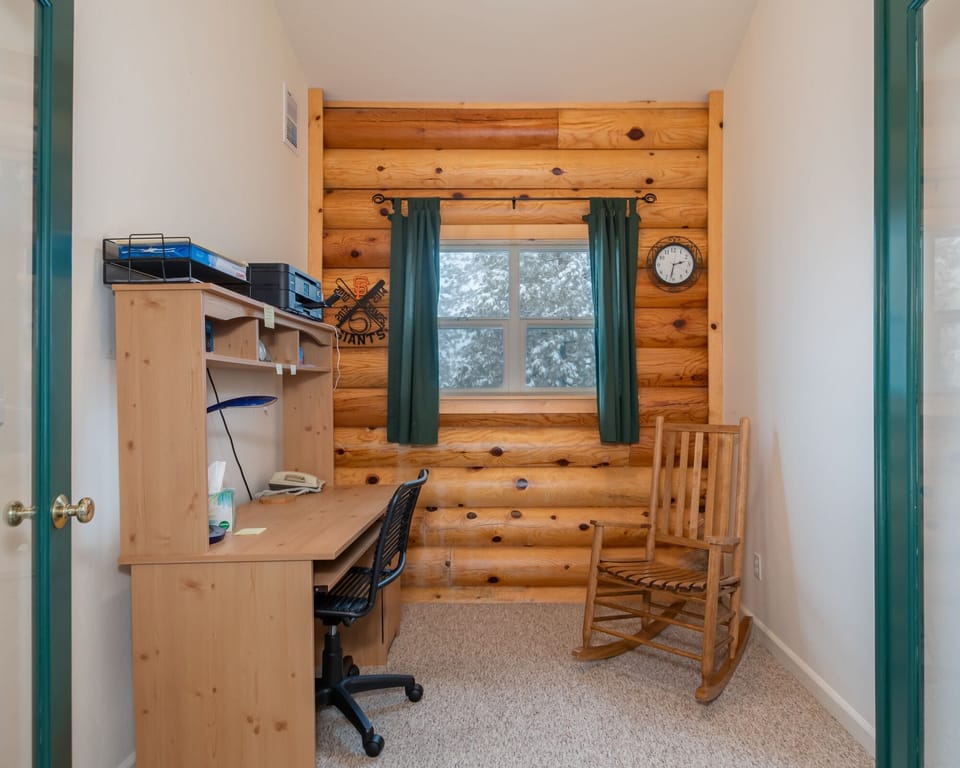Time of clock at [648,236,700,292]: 2:32
